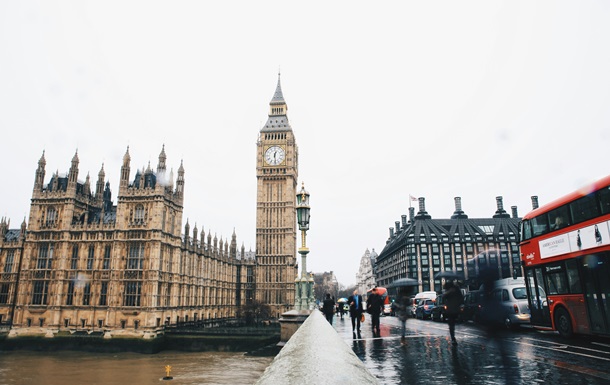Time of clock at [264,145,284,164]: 12:28
